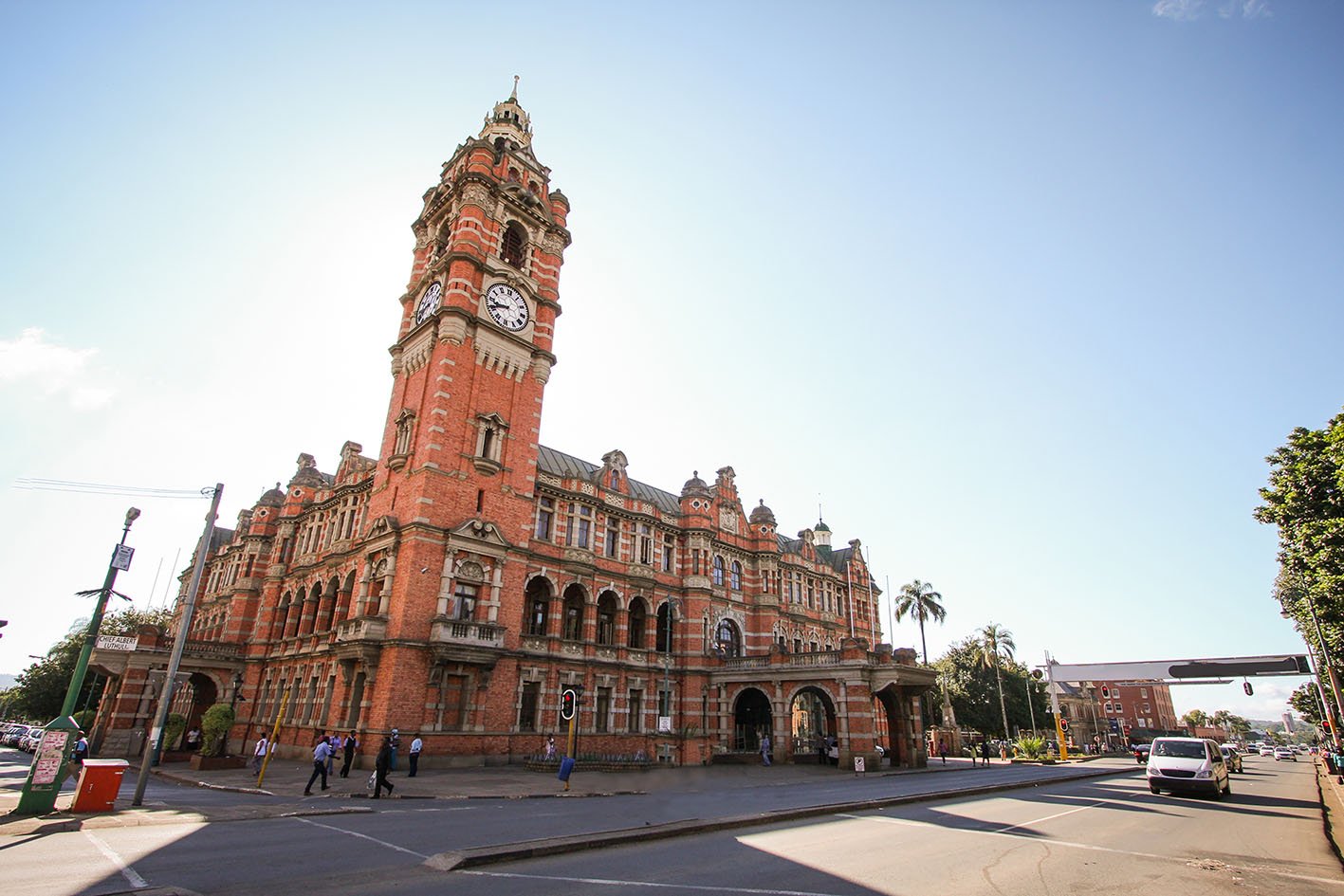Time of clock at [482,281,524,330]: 8:41
